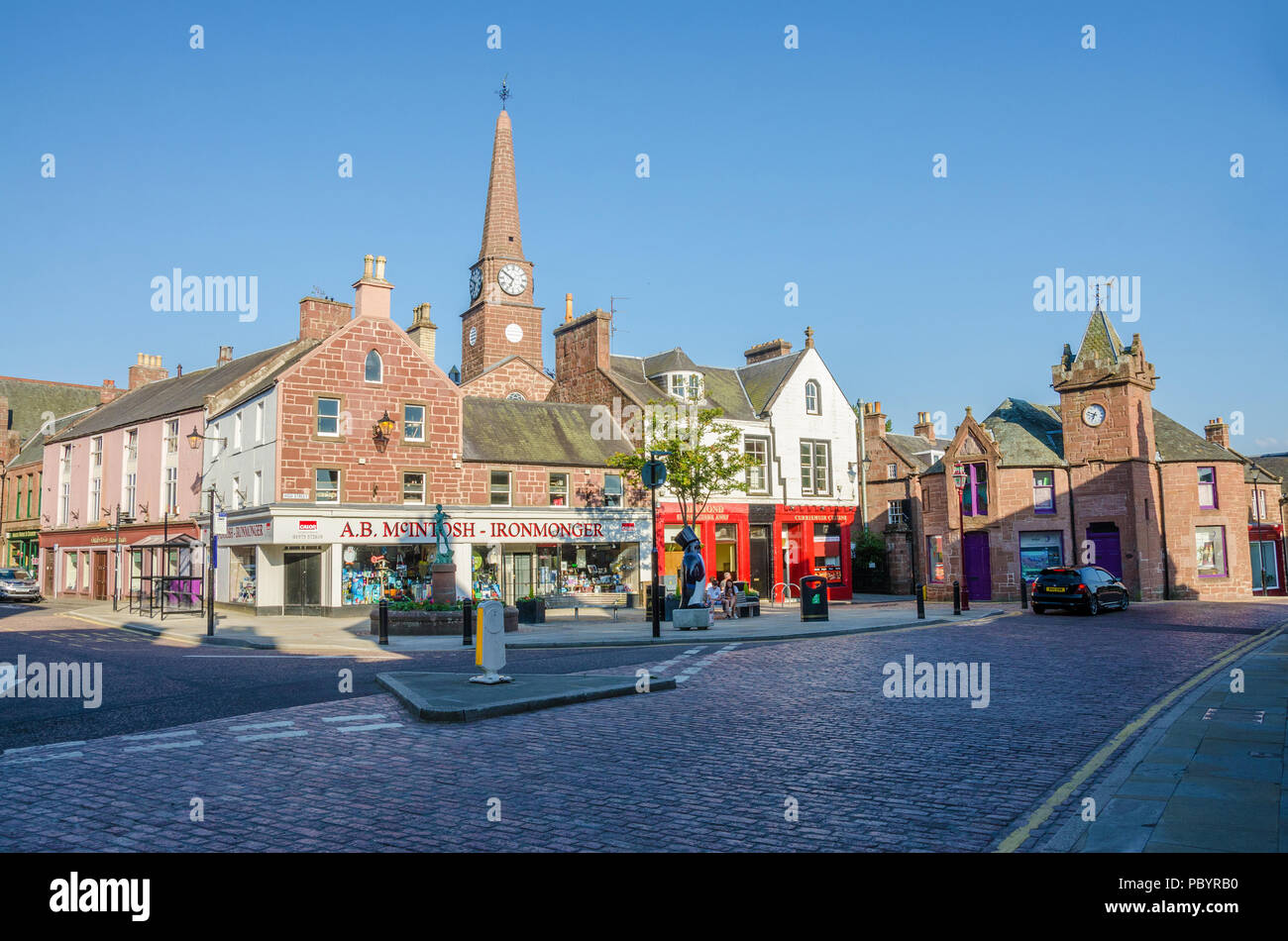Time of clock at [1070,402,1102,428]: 6:47
